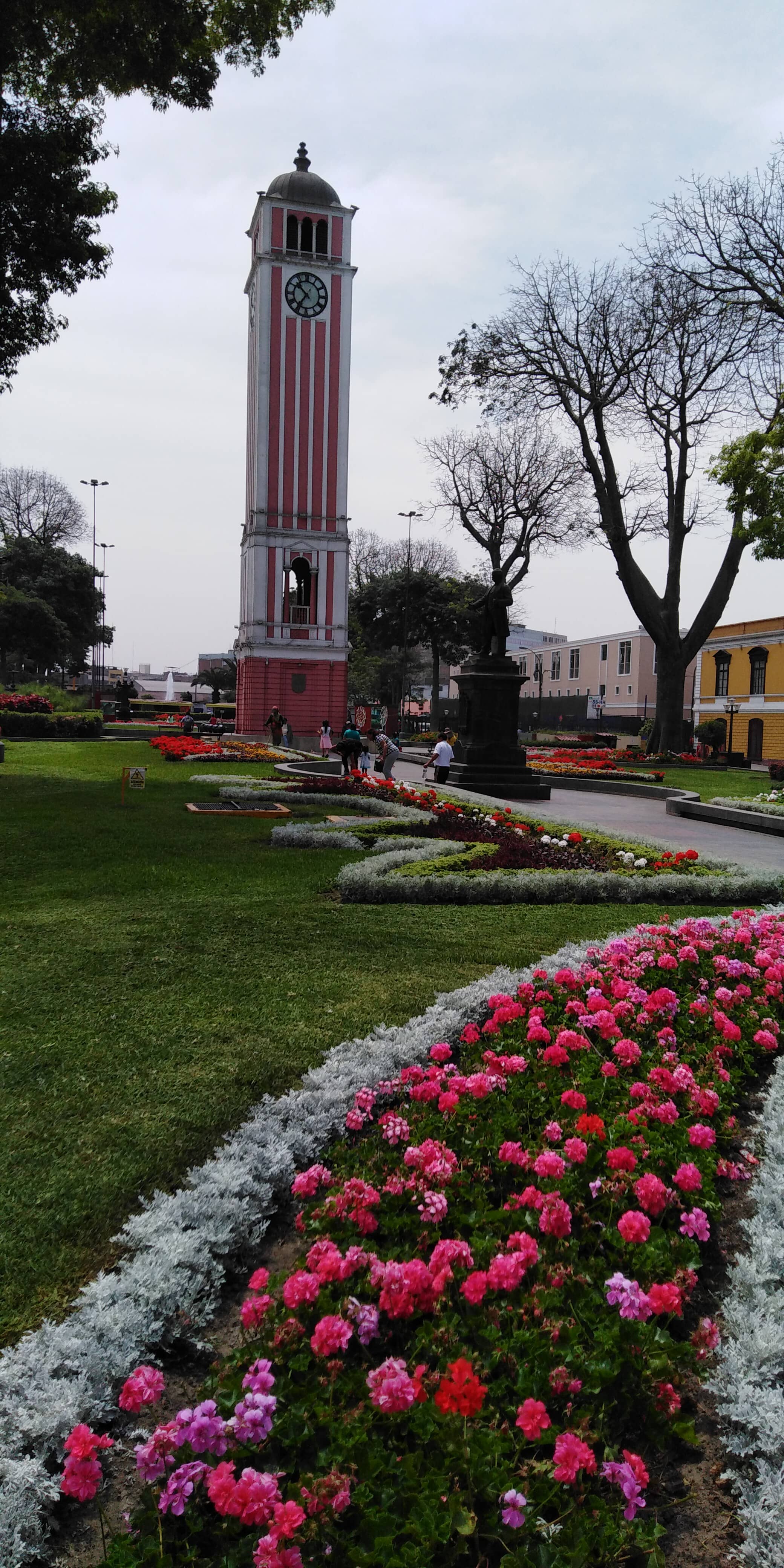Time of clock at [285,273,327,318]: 10:35
